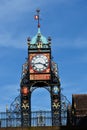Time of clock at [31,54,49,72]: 3:43
